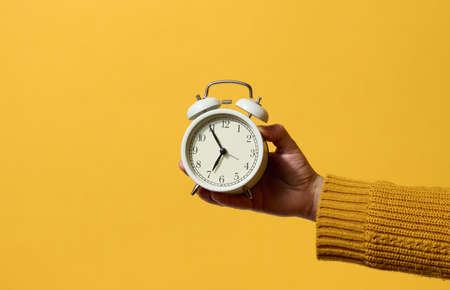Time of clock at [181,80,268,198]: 6:54
